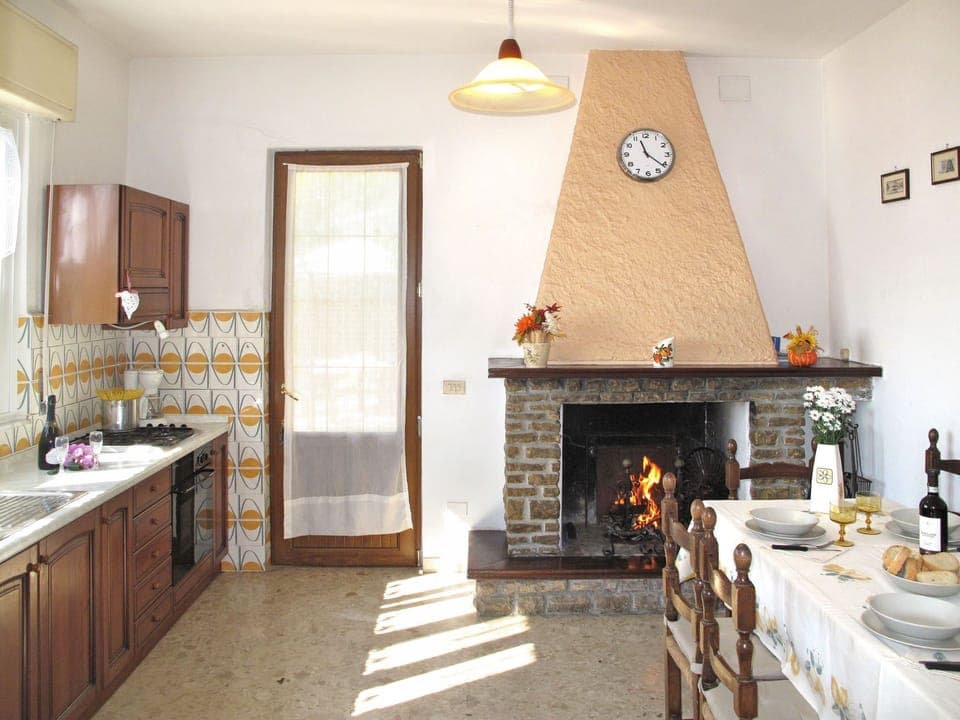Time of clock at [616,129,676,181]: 11:21
